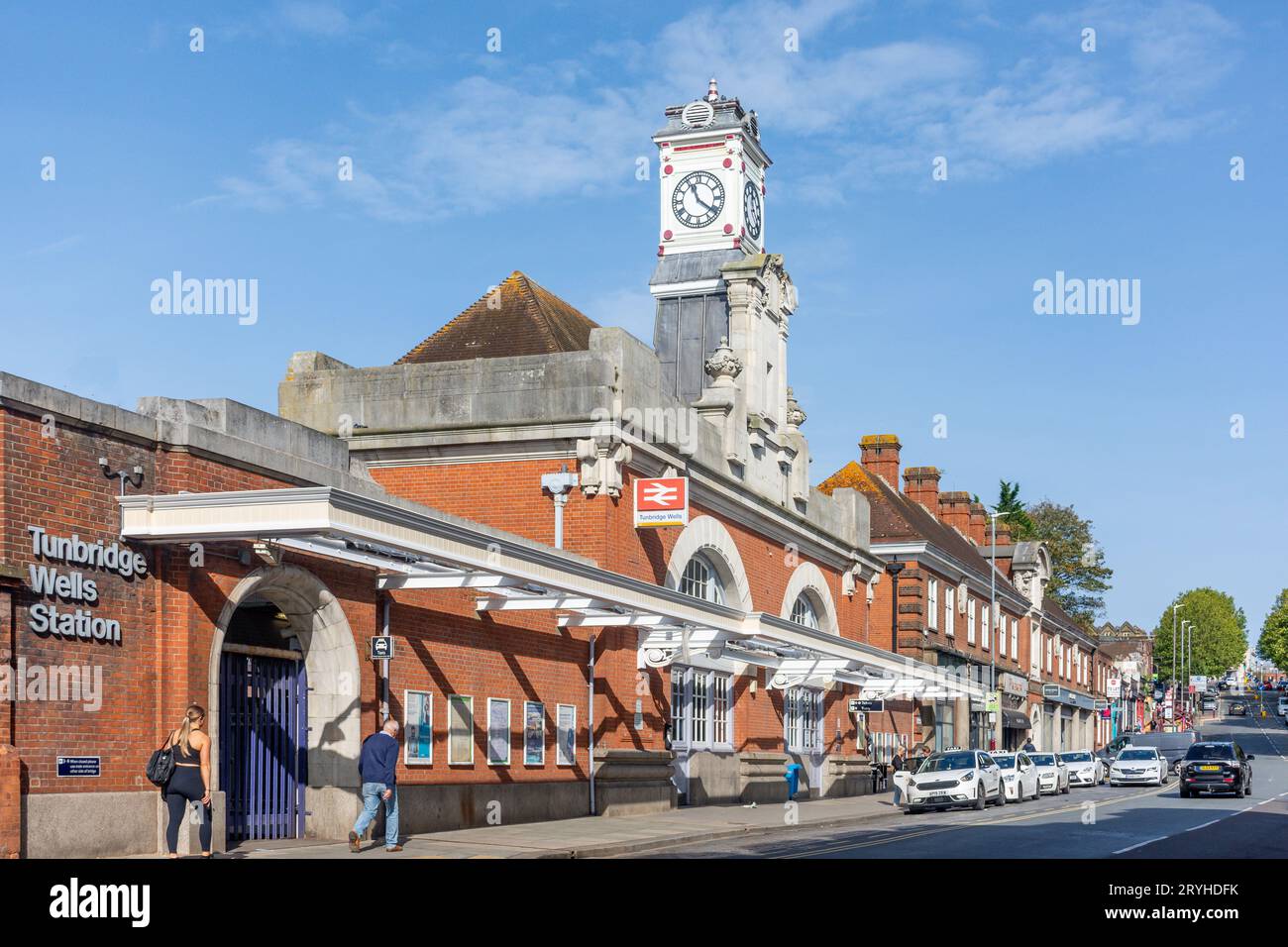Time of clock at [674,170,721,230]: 11:21
